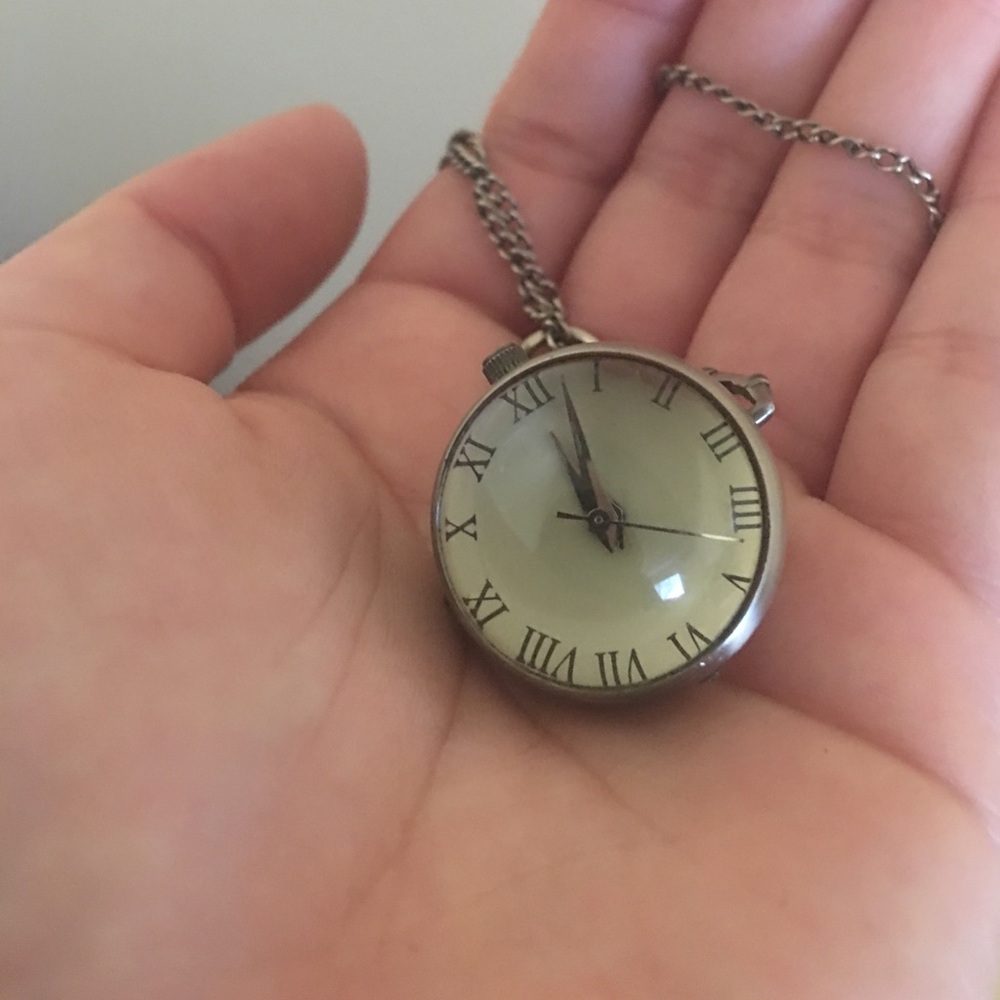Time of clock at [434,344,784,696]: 10:57
